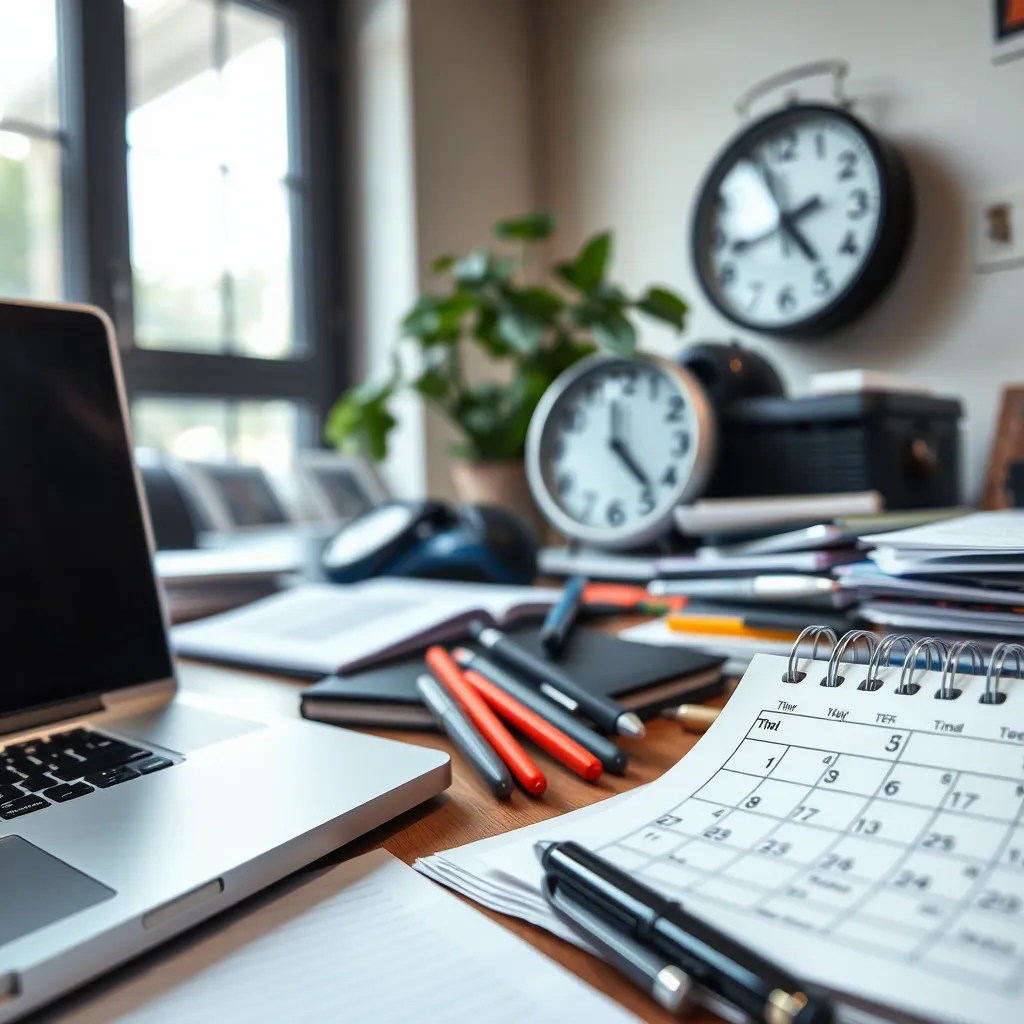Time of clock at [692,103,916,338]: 4:42
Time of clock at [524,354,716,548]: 11:23
